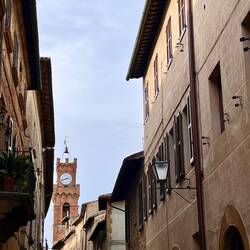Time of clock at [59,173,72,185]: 2:42
